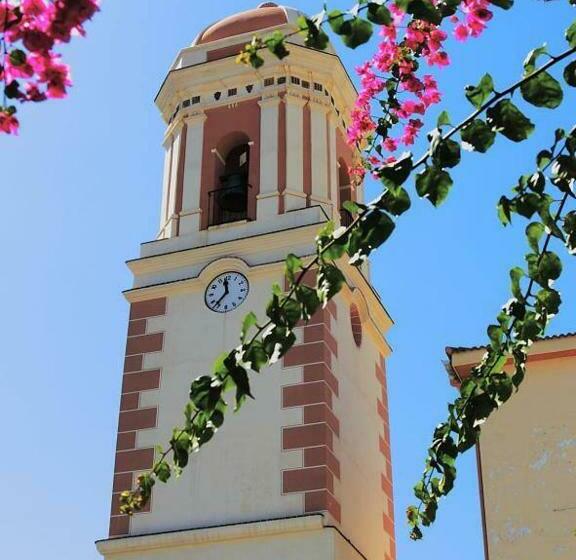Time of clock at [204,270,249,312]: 11:36
